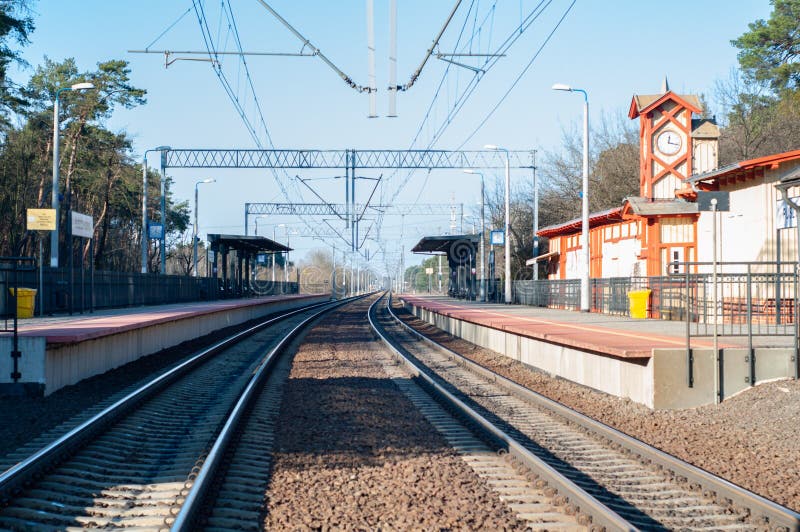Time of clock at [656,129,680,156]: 12:16
